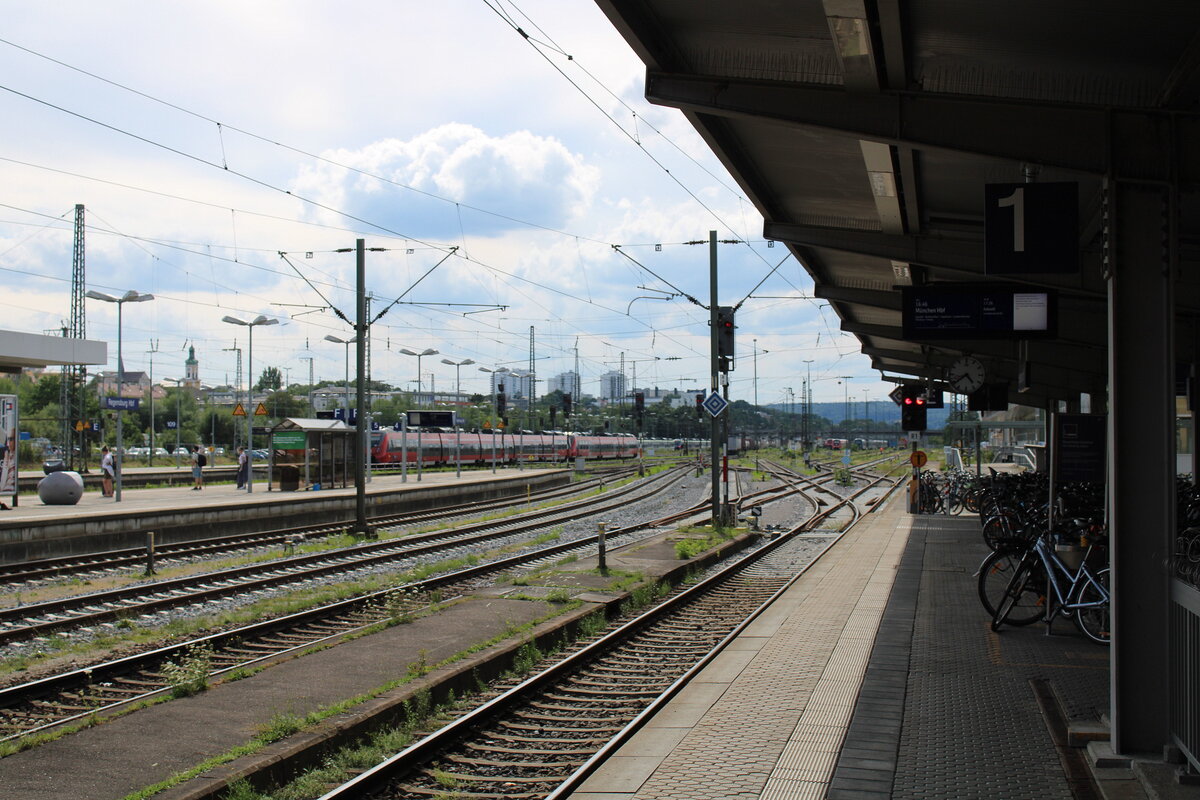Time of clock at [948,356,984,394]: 4:38
